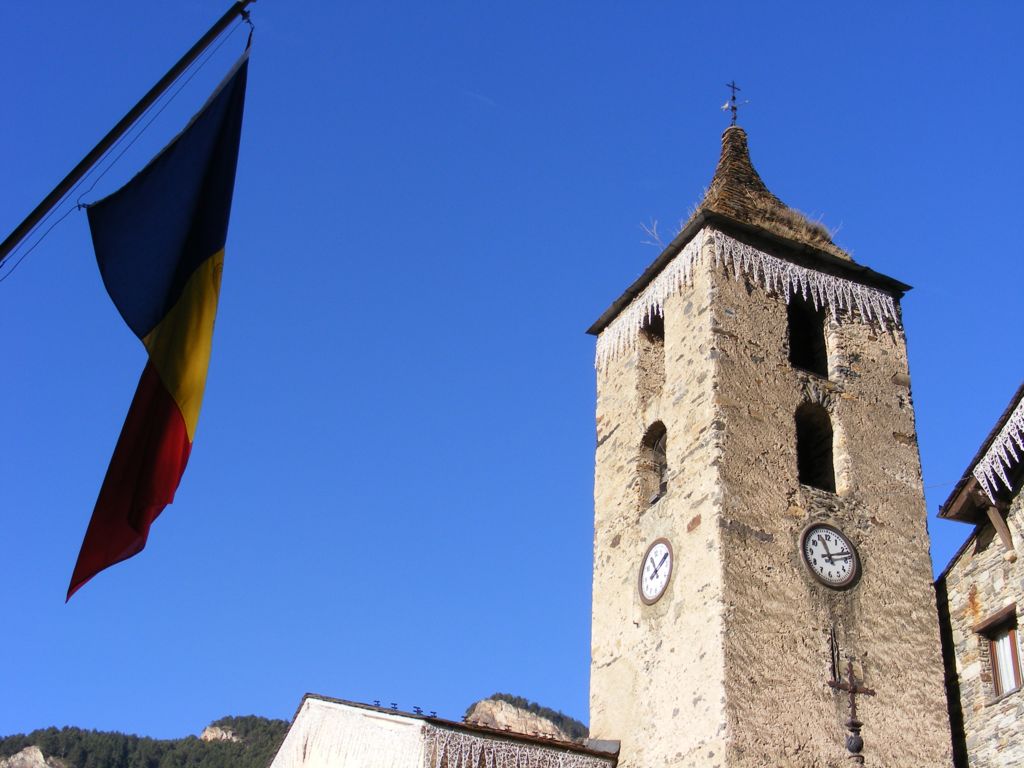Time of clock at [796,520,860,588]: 11:12
